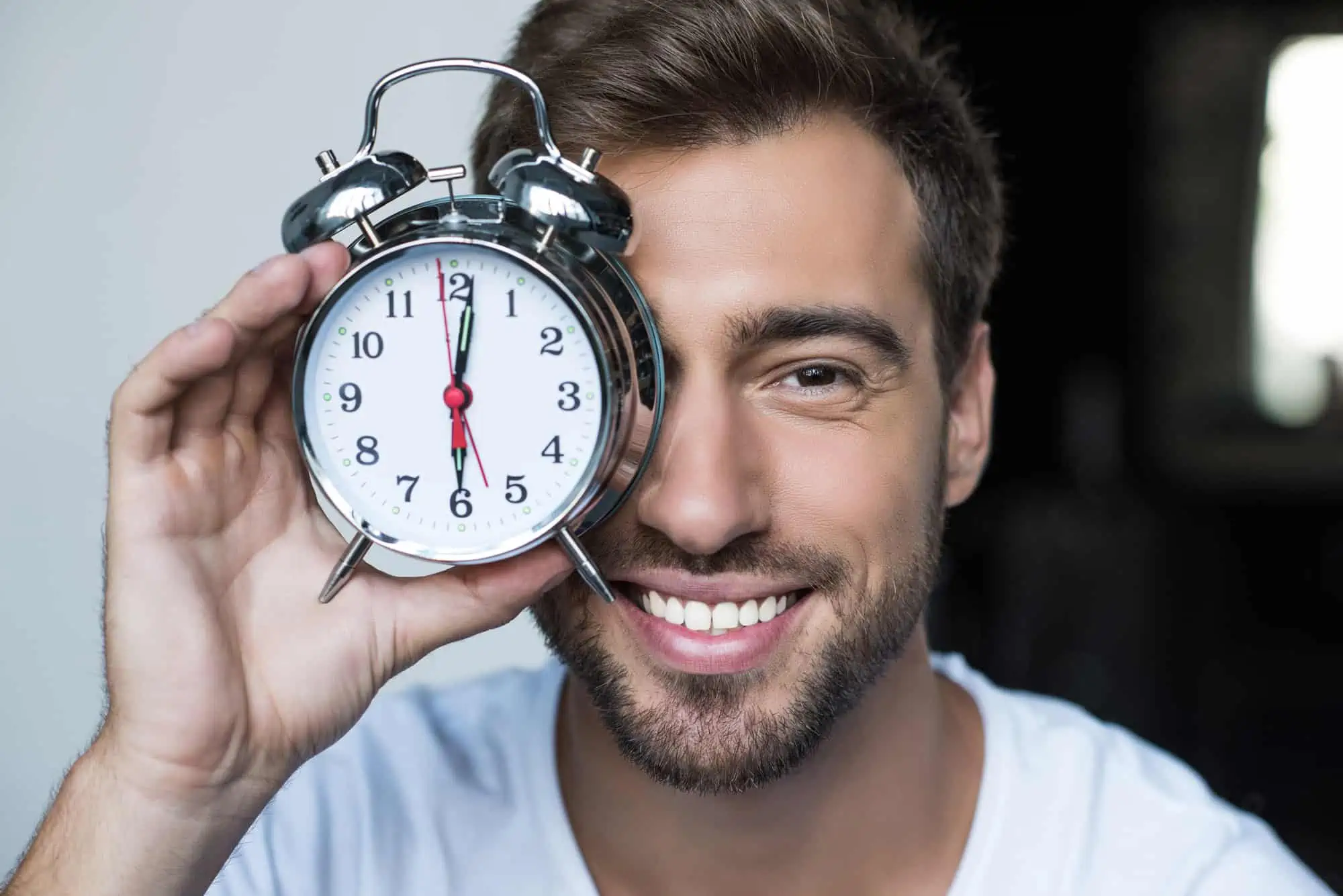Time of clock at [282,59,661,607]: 6:01
